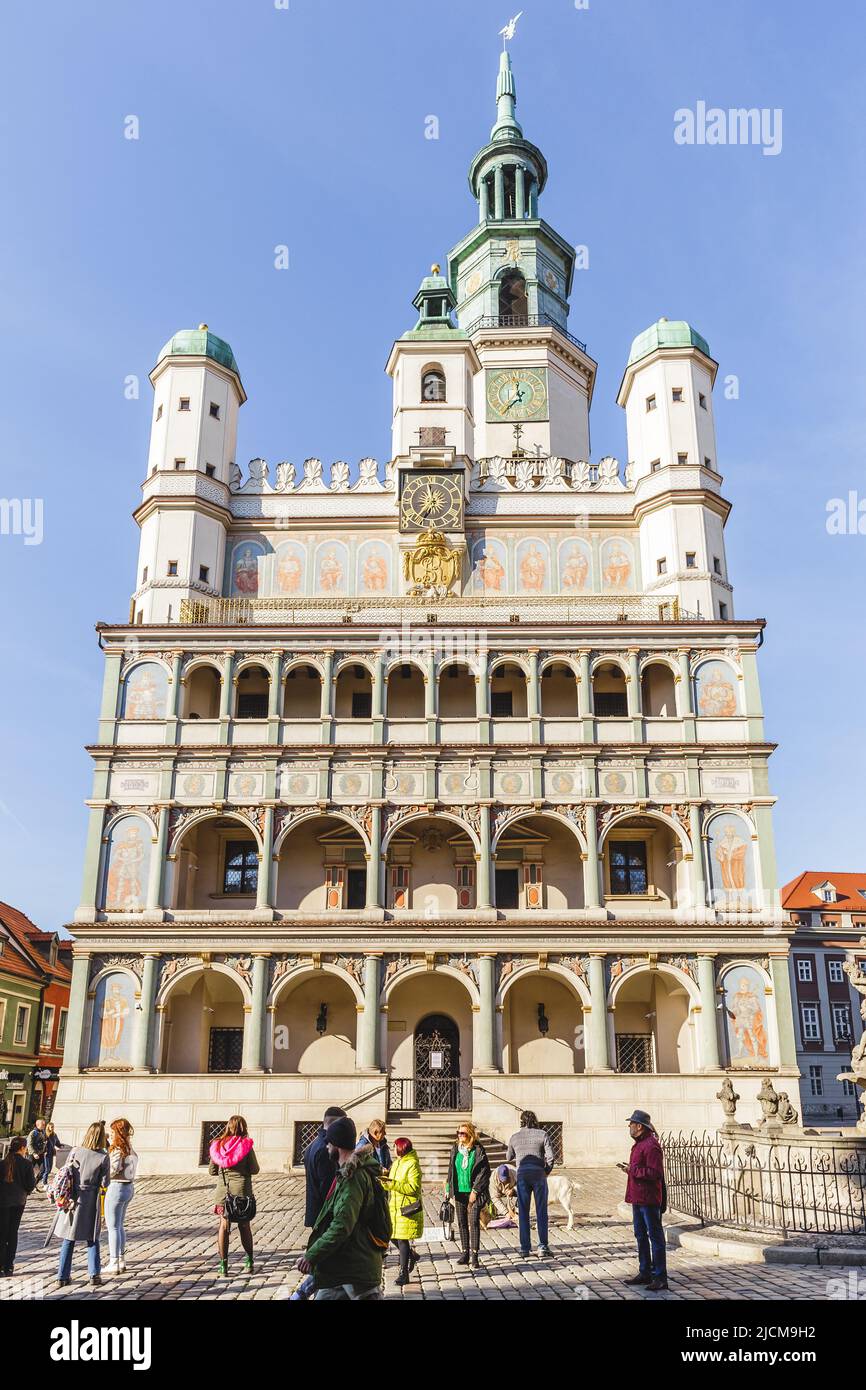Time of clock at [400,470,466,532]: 11:35
